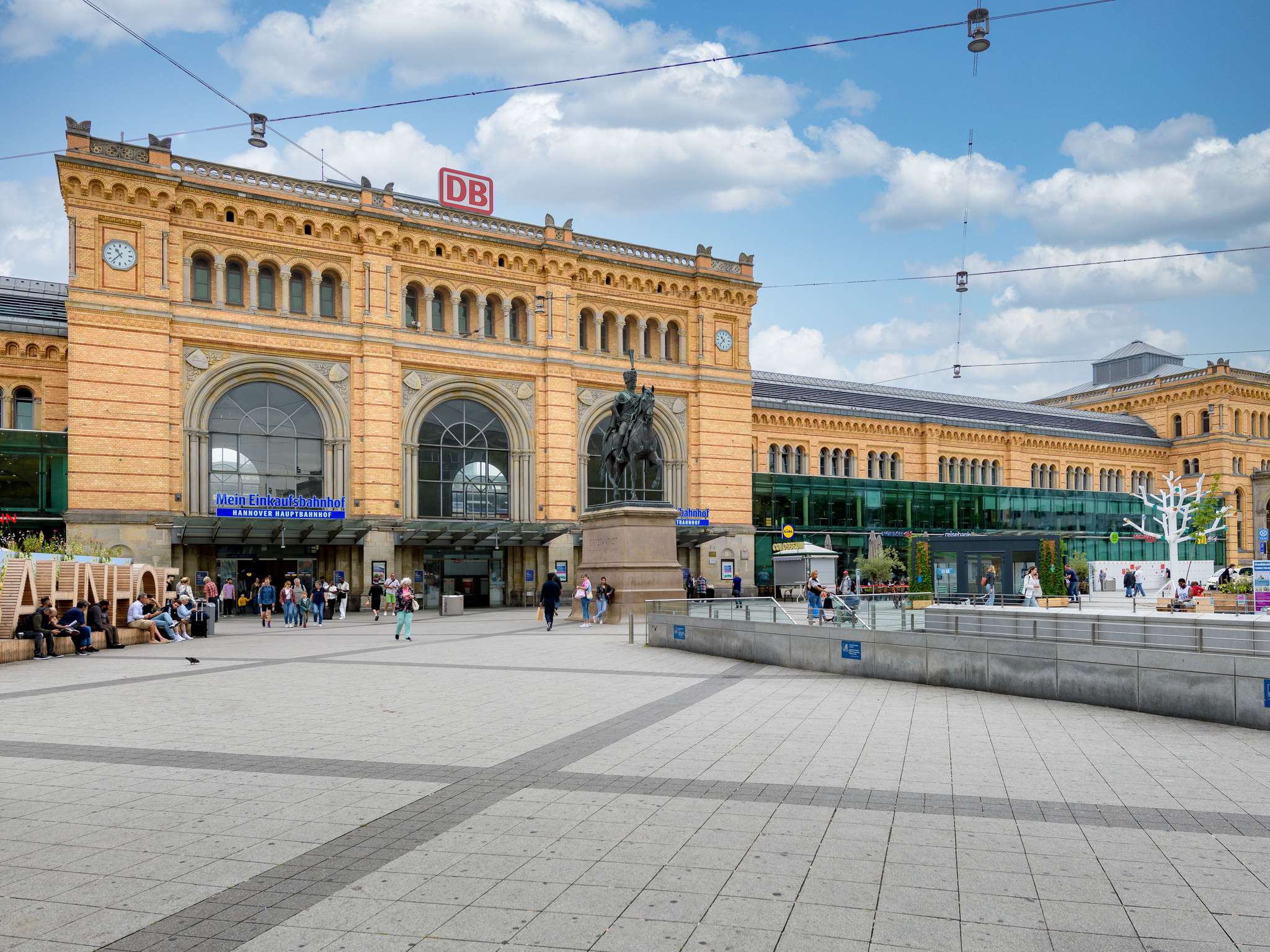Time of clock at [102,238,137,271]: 10:37
